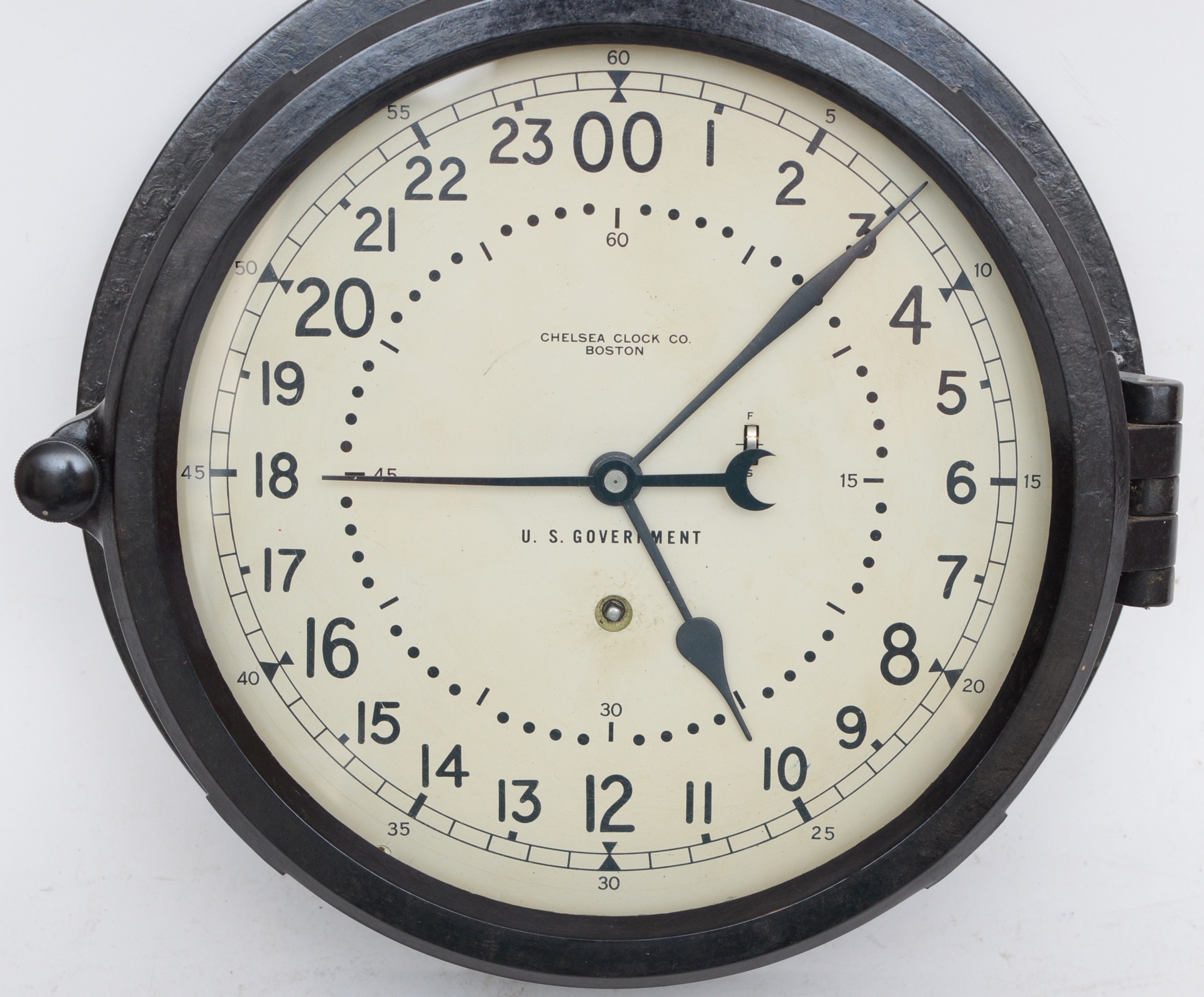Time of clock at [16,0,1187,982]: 5:07
